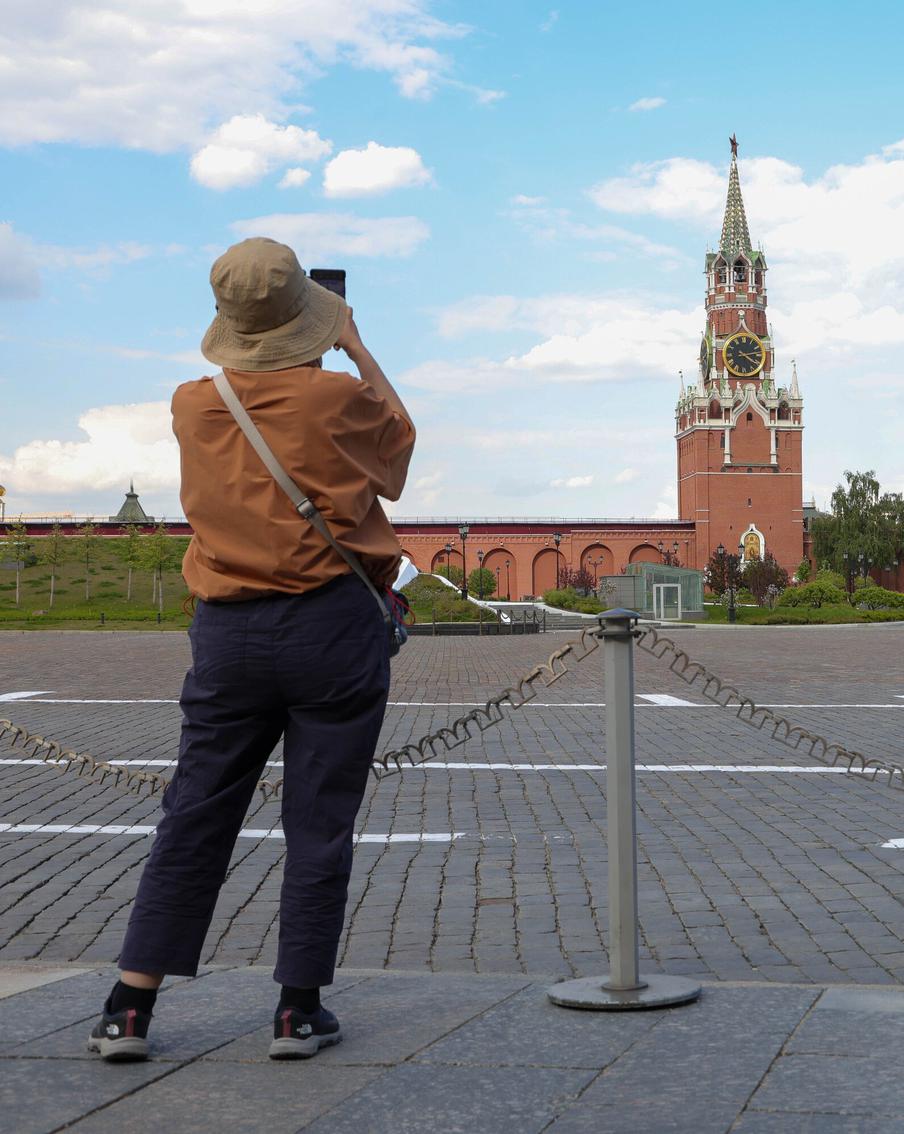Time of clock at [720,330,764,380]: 4:12
